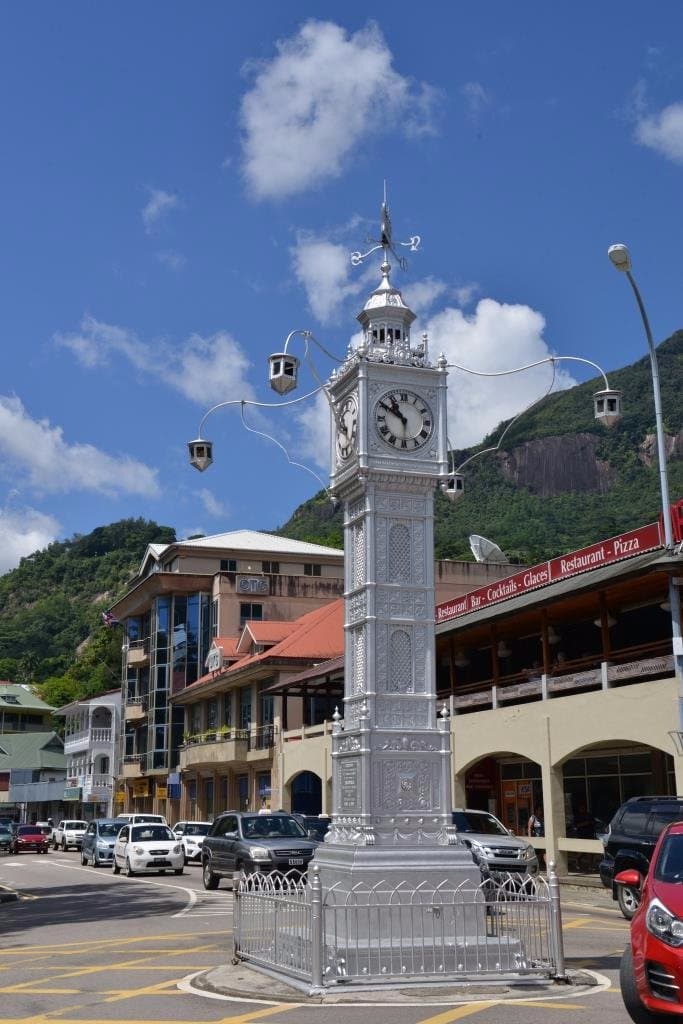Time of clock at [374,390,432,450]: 10:50
